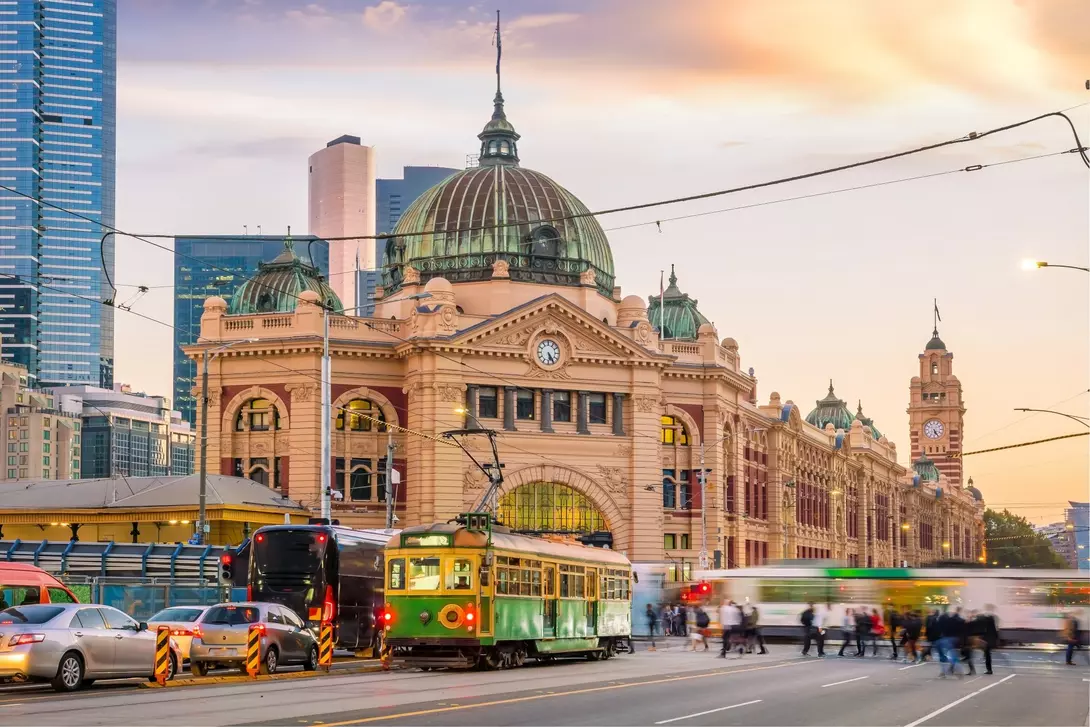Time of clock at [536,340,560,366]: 5:24
